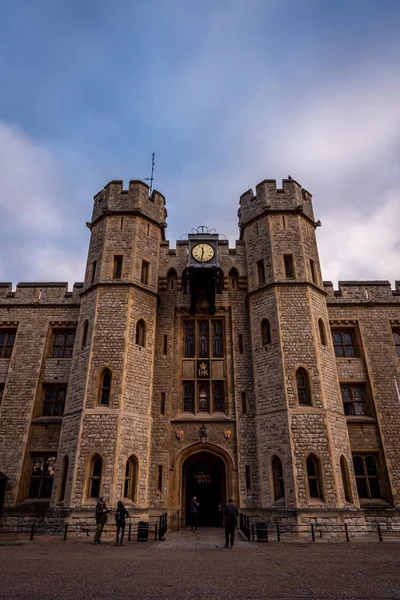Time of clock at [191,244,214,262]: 11:32
